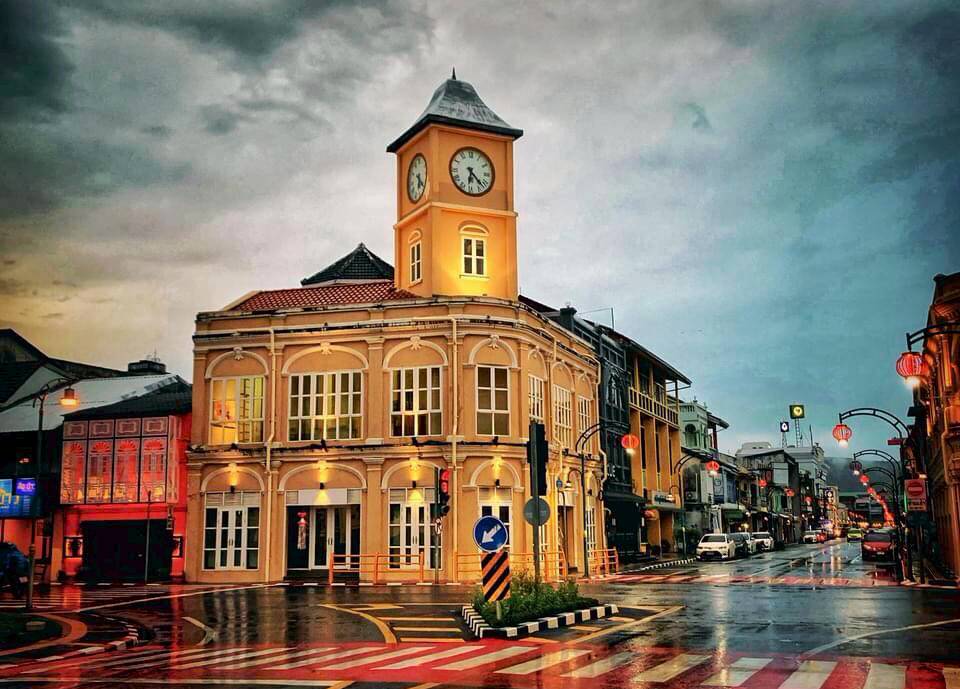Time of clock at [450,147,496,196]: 6:22
